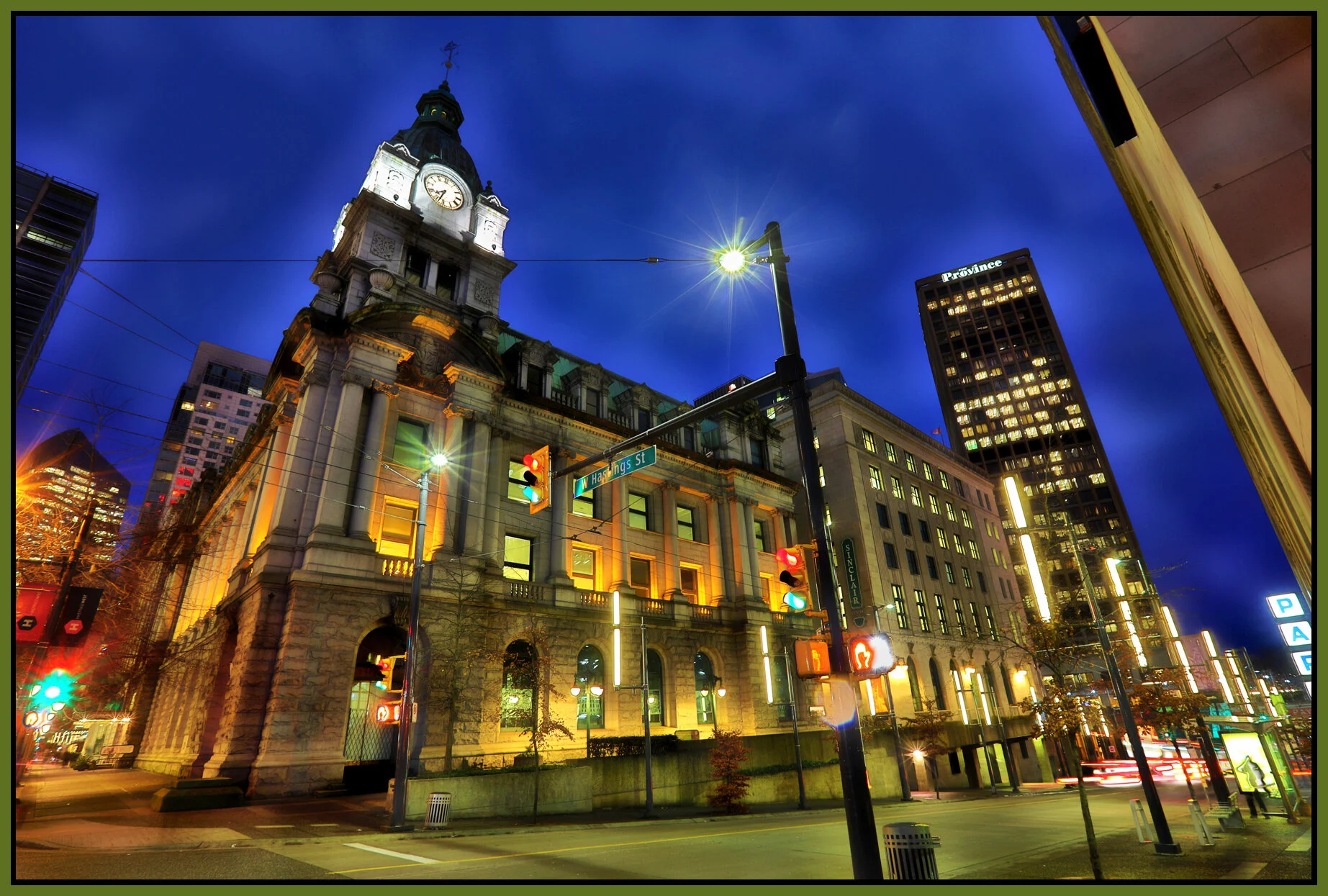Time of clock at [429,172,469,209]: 7:33
